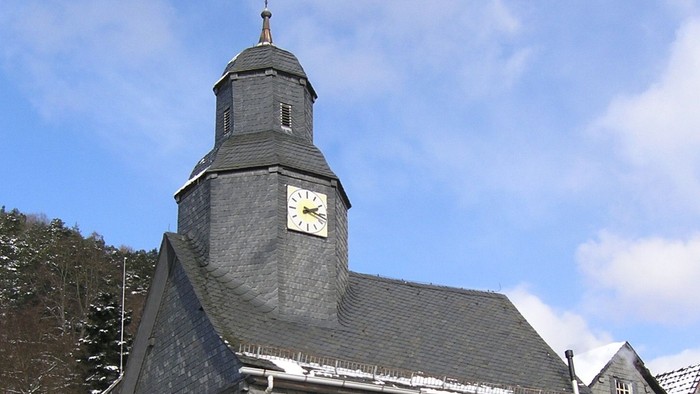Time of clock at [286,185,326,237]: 2:17
